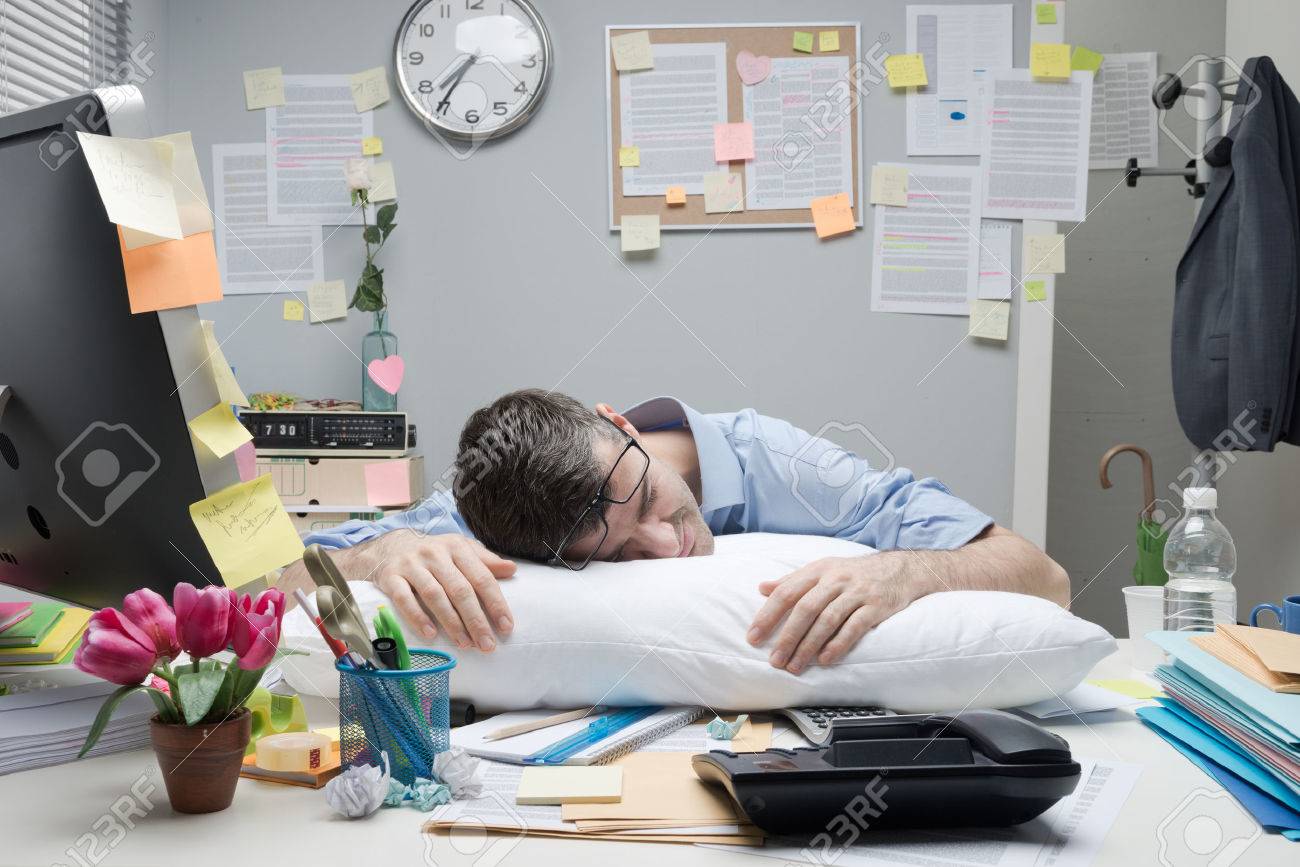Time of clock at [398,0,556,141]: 7:35
